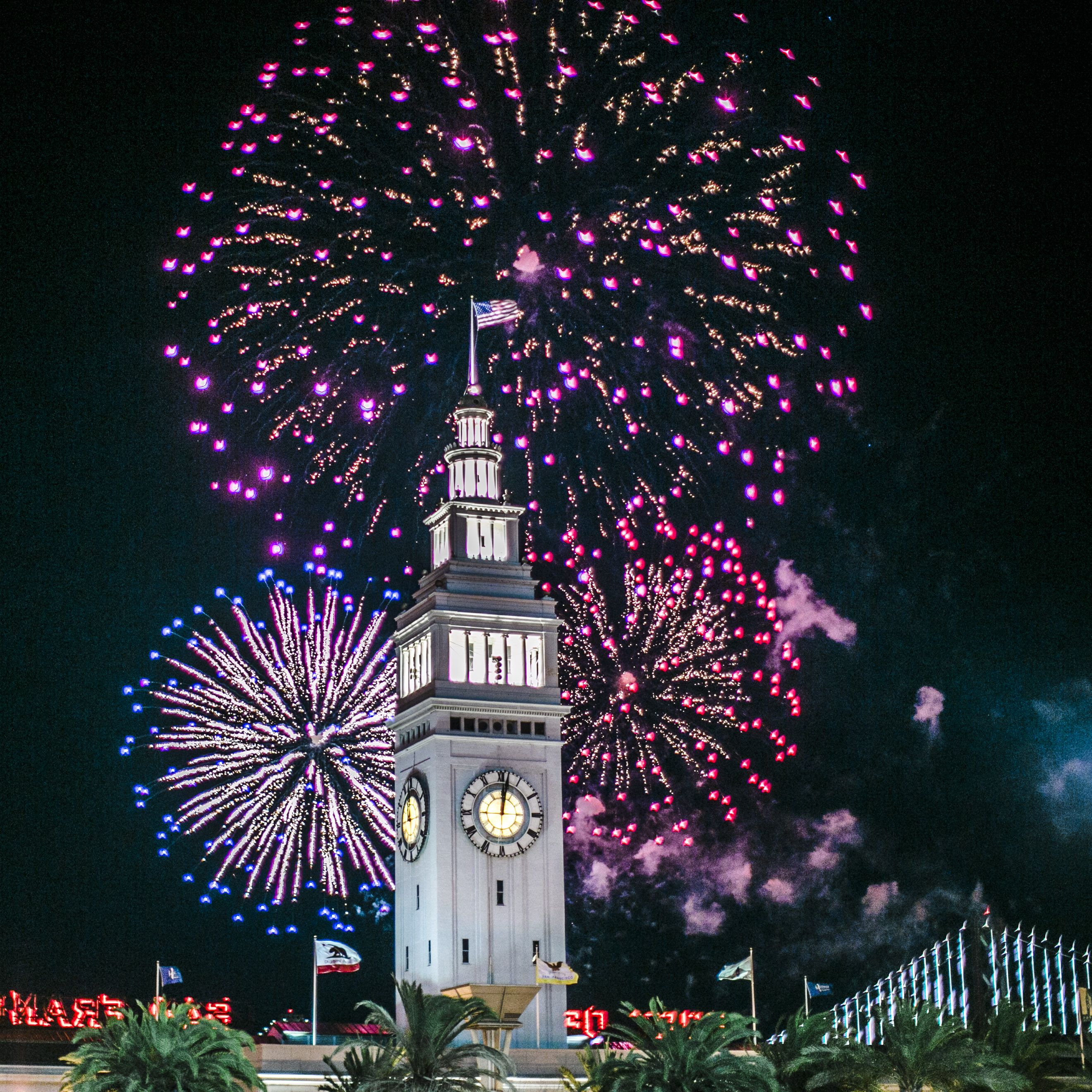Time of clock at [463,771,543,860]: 12:01
